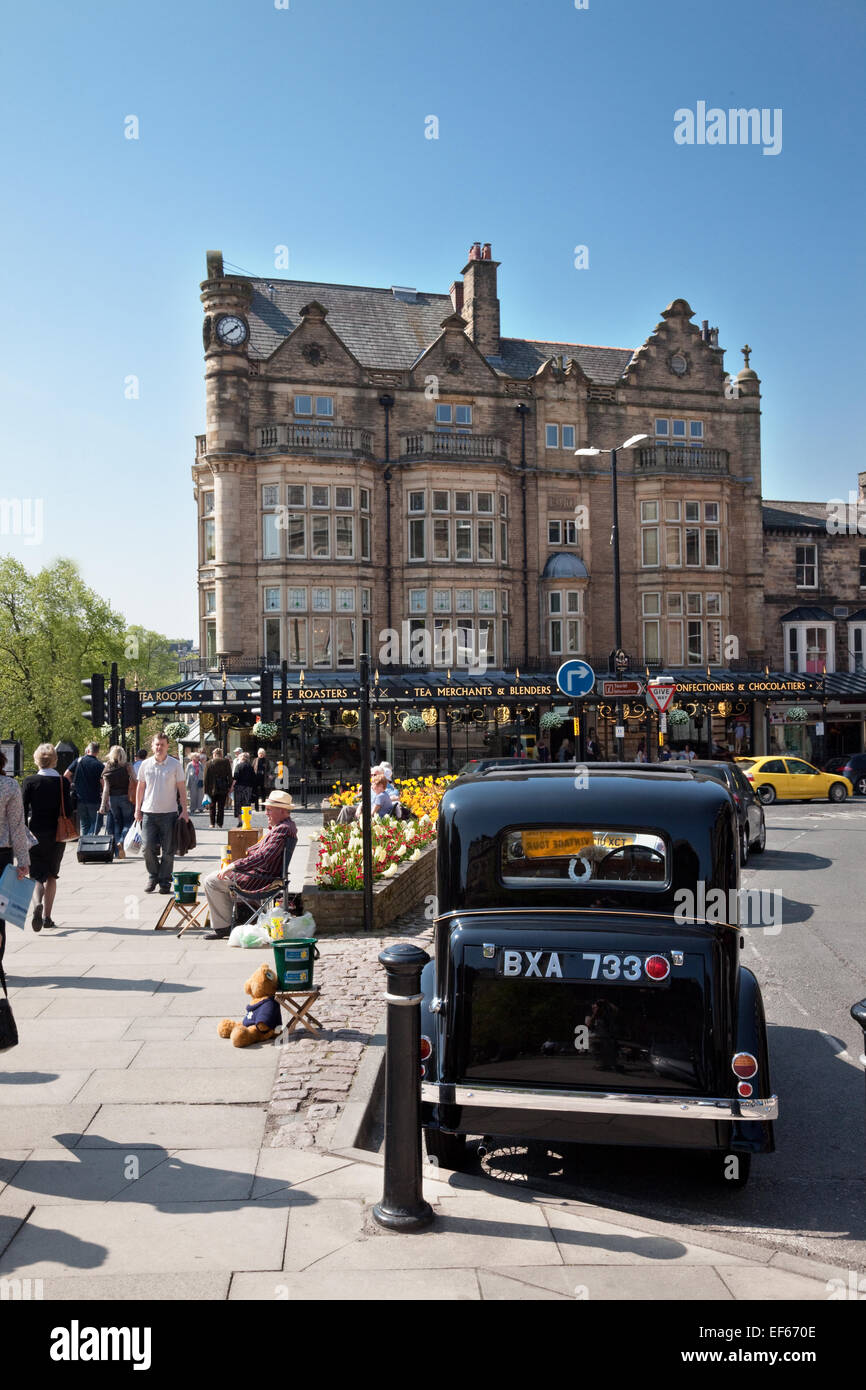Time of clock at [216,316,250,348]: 1:39
